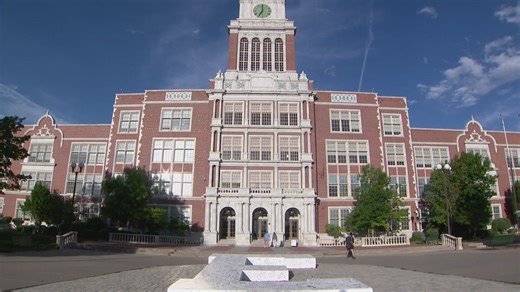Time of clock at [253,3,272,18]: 7:00
